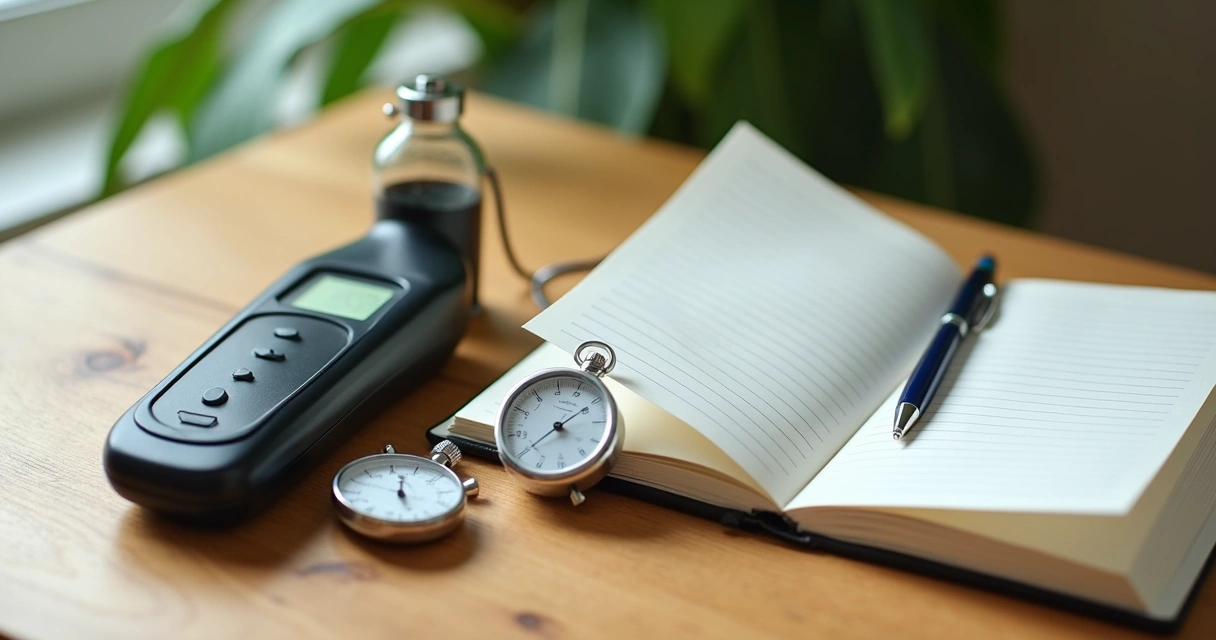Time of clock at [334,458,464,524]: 12:27
